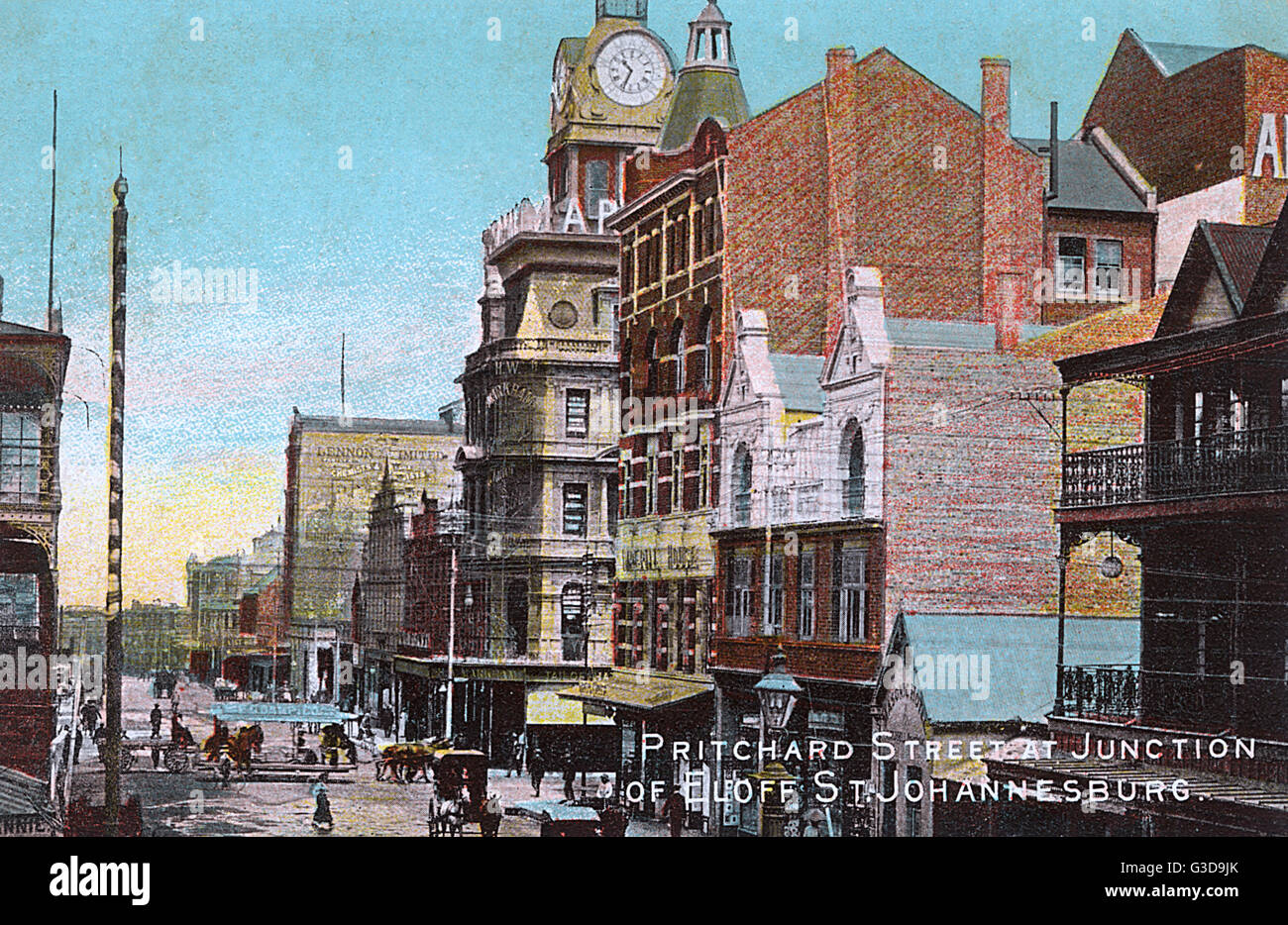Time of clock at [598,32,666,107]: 10:34
